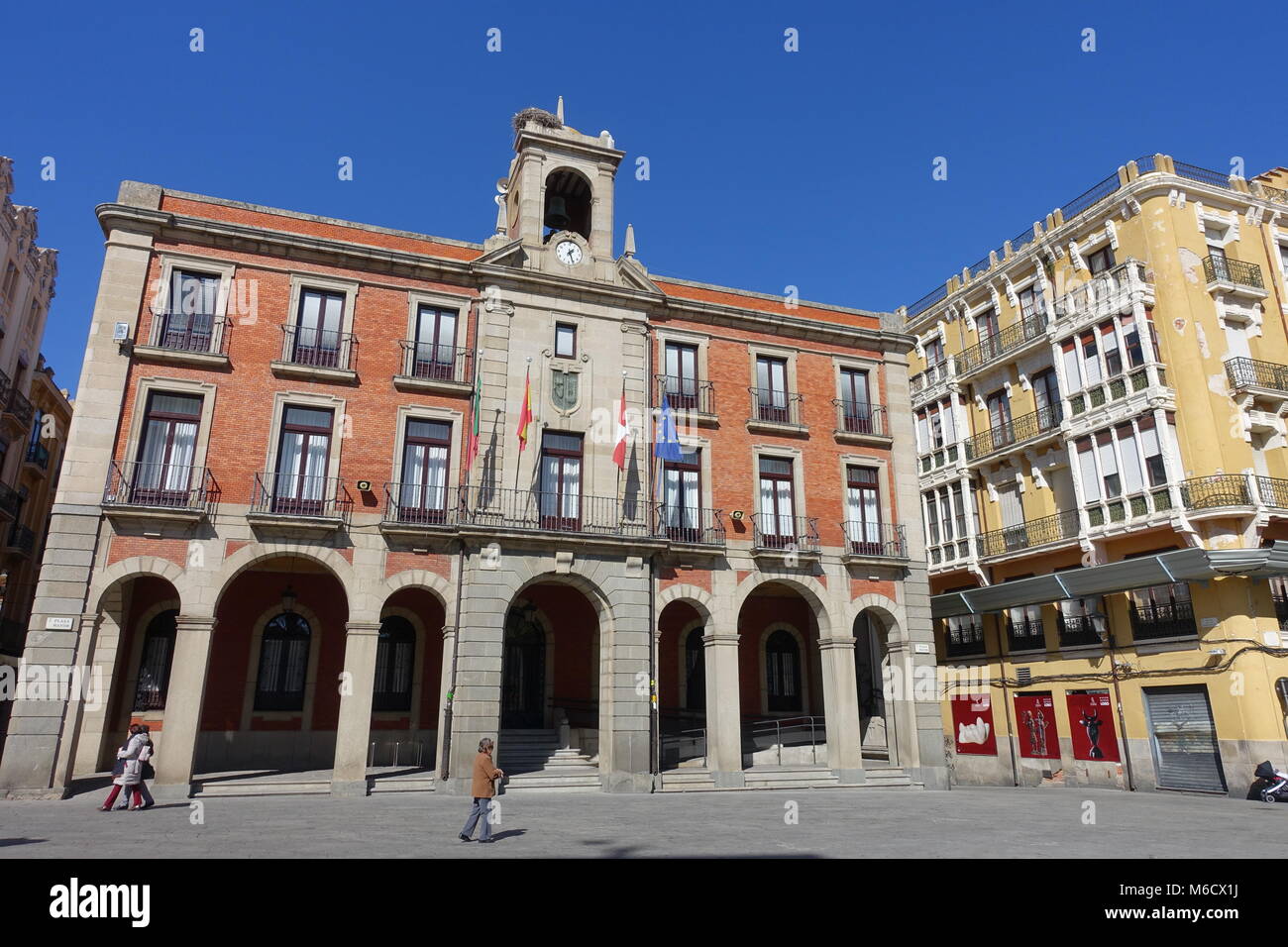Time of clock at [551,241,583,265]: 1:26
